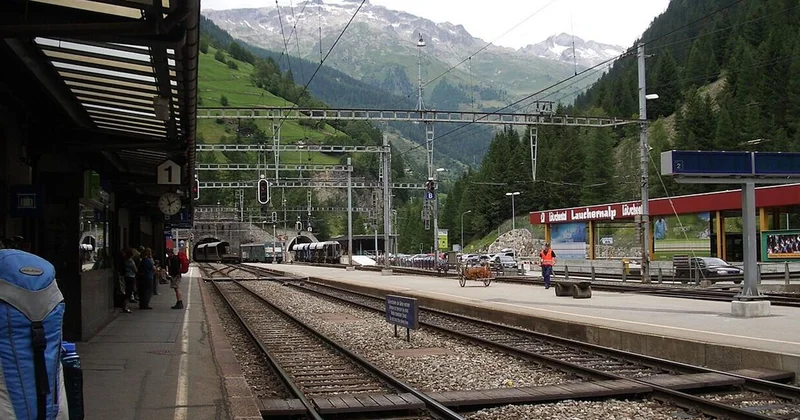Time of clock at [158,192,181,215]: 1:57
